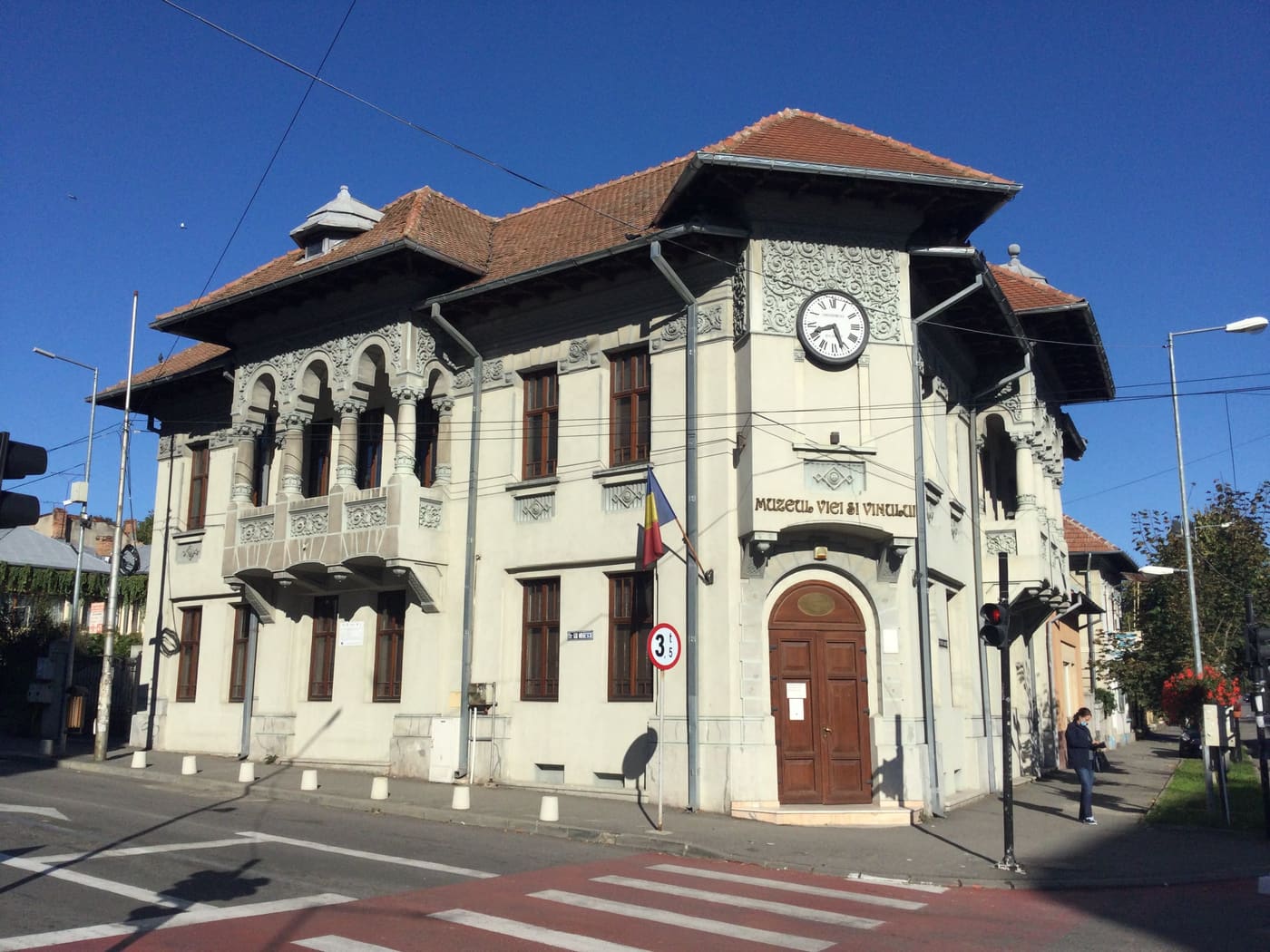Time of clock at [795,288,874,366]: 8:26
